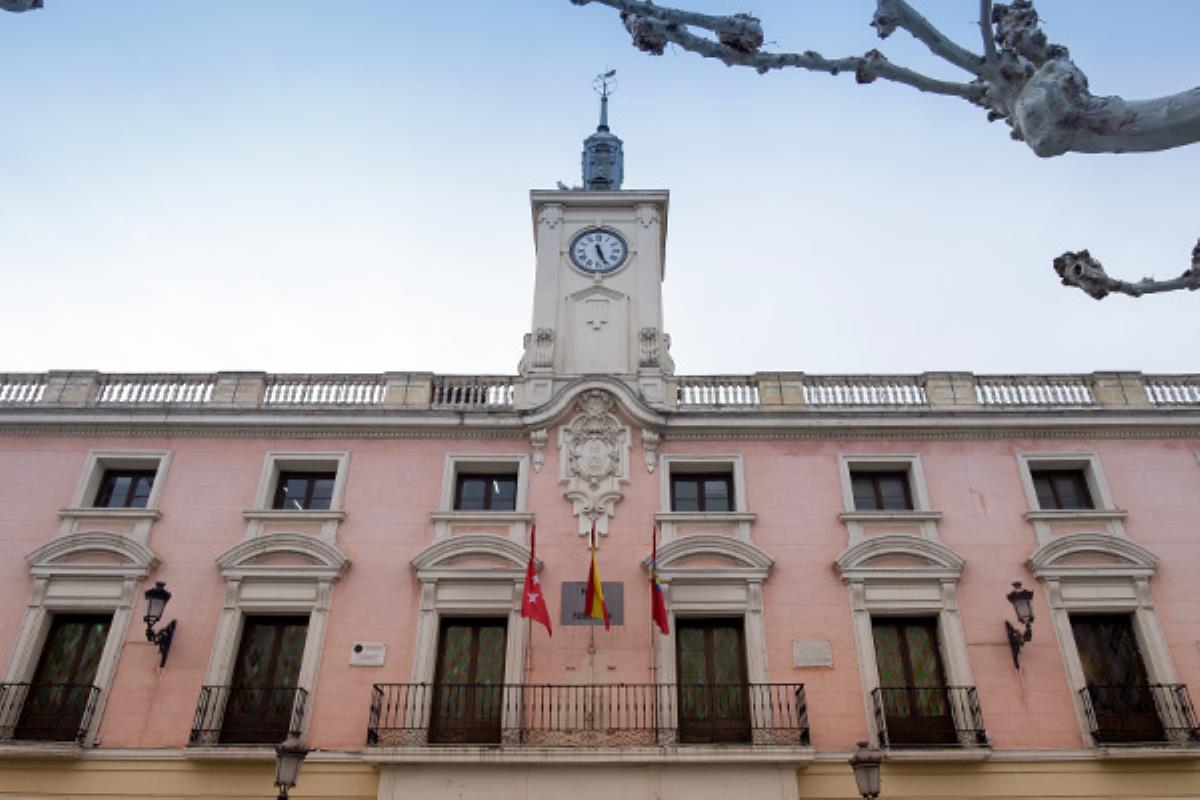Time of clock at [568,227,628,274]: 5:26
